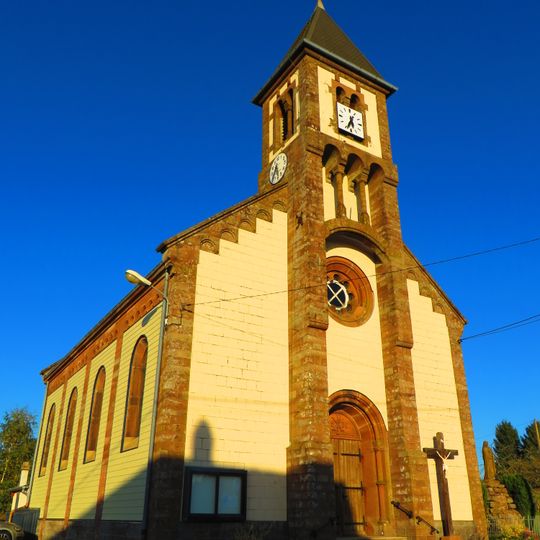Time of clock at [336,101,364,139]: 5:33
